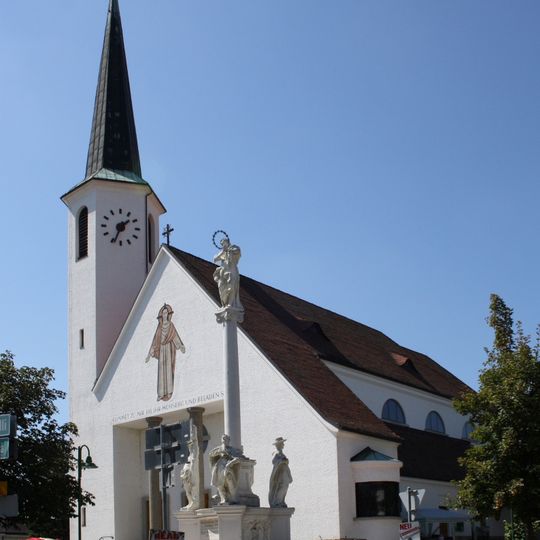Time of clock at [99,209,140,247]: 1:33
